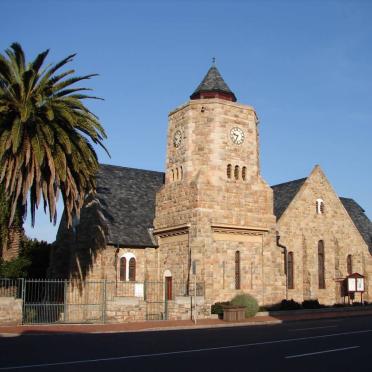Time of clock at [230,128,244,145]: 9:34
